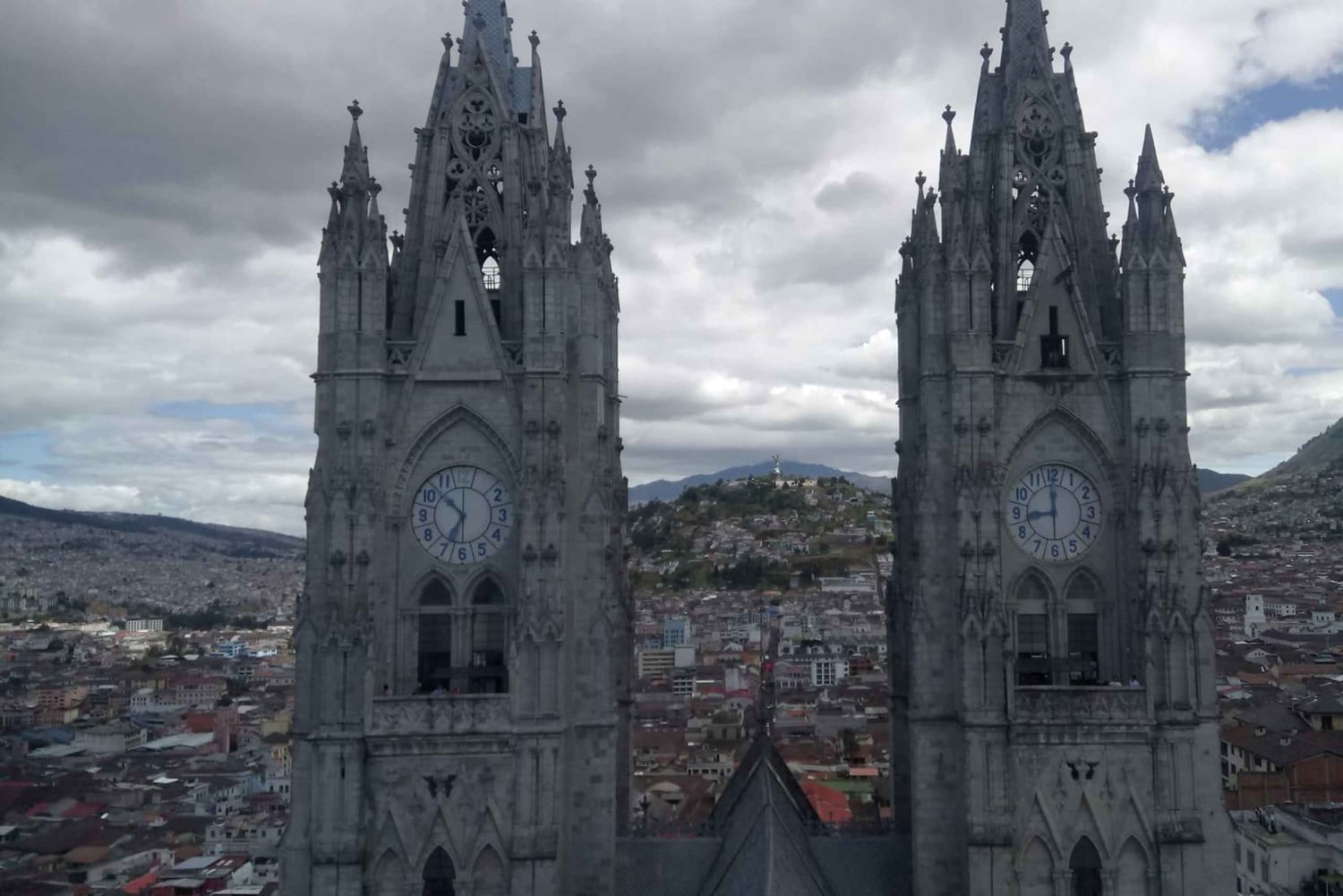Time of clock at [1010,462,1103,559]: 8:59
